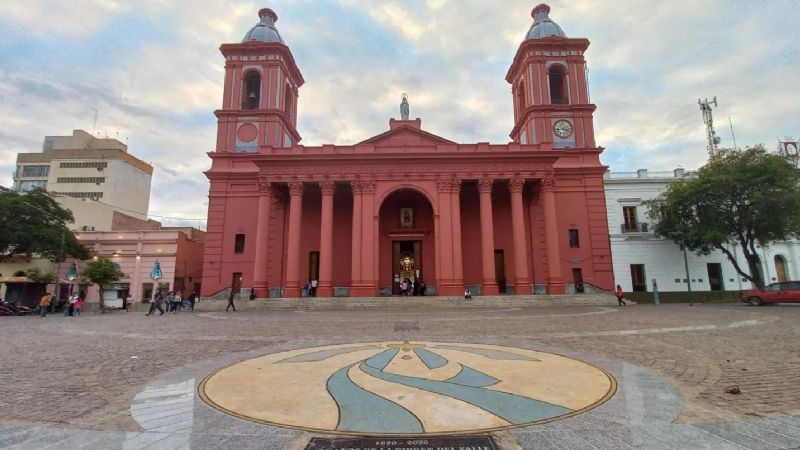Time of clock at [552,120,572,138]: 3:43
